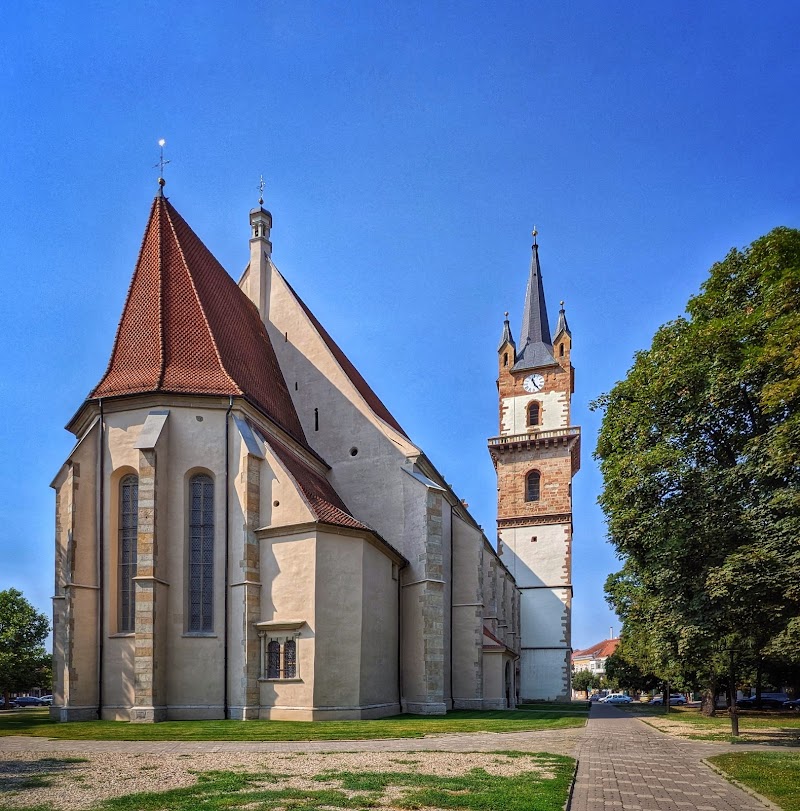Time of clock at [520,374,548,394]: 11:24
